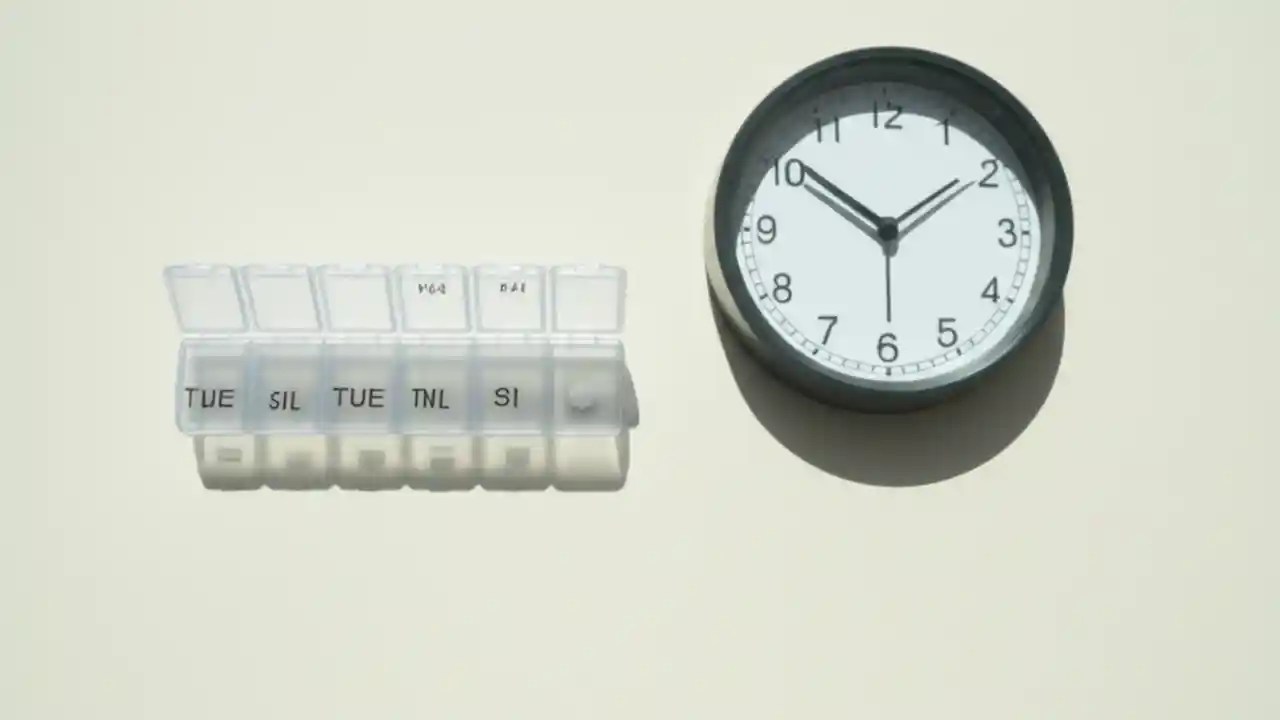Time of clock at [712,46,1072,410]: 1:50
